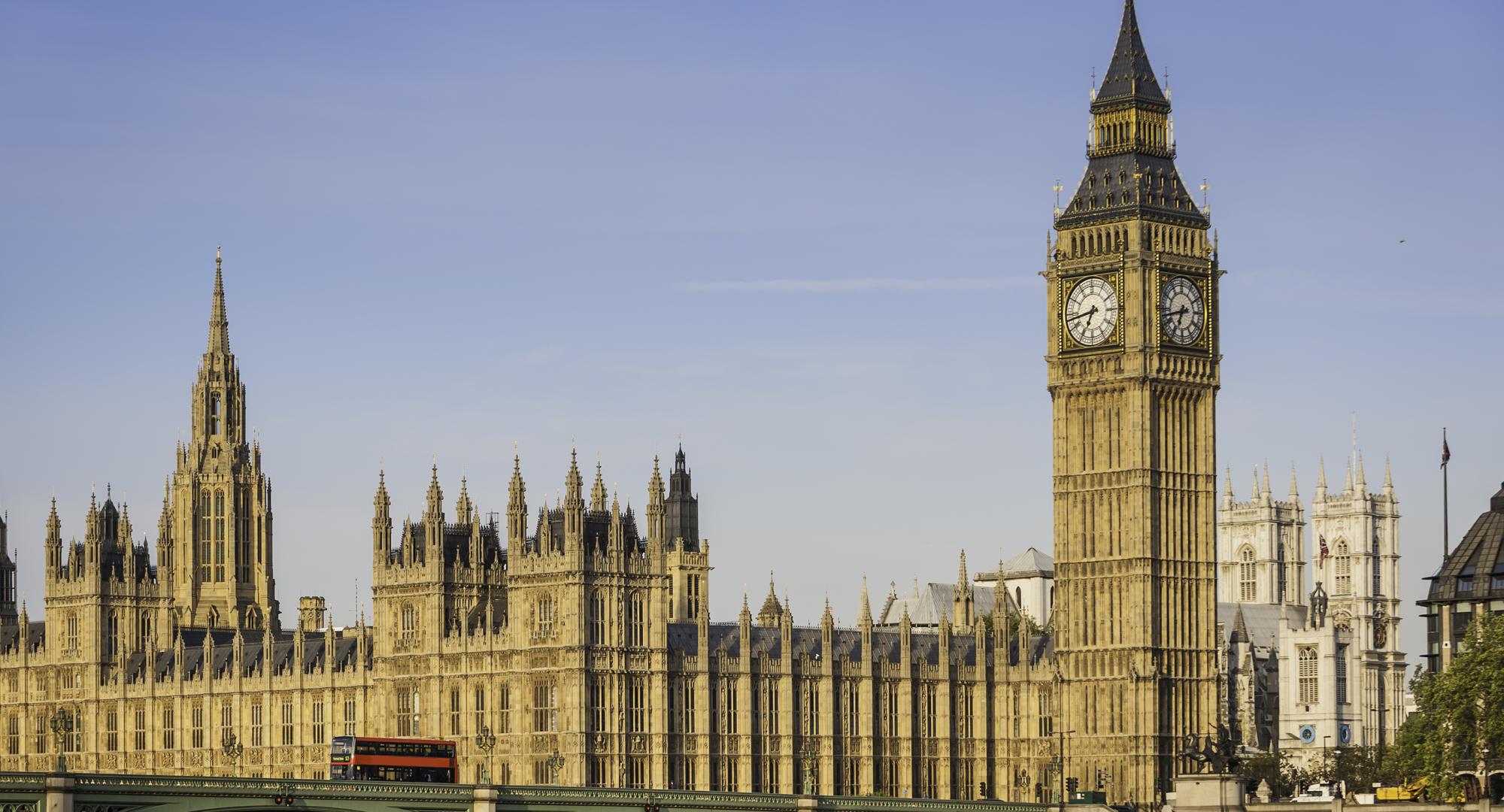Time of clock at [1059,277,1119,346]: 6:43
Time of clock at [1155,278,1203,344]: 6:42
